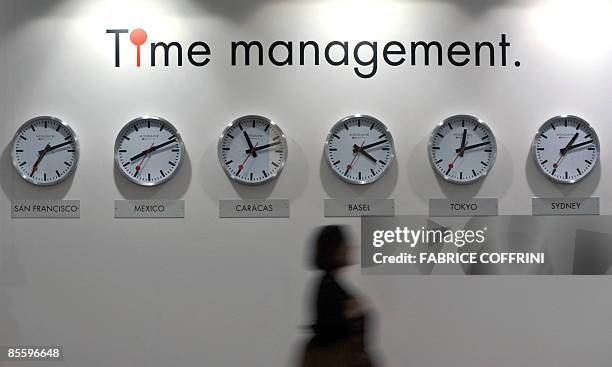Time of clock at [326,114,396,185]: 4:12
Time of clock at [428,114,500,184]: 12:12
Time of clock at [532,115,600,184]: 1:12
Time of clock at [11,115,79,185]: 7:11
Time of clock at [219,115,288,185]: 11:12
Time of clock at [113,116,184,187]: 8:11
